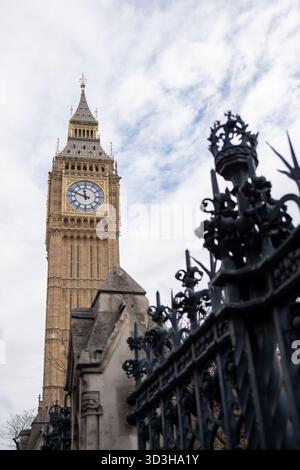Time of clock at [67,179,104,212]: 11:48
